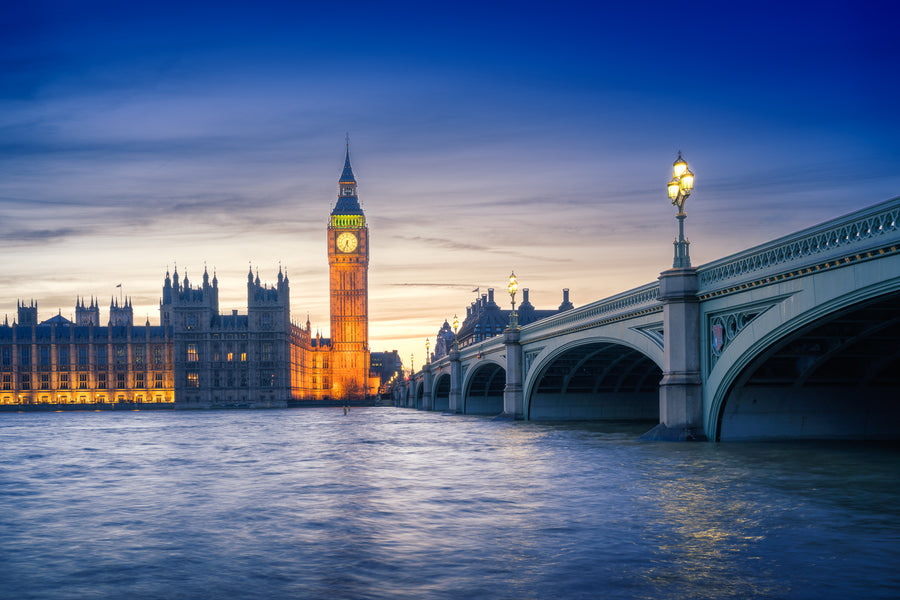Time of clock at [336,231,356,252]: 5:33
